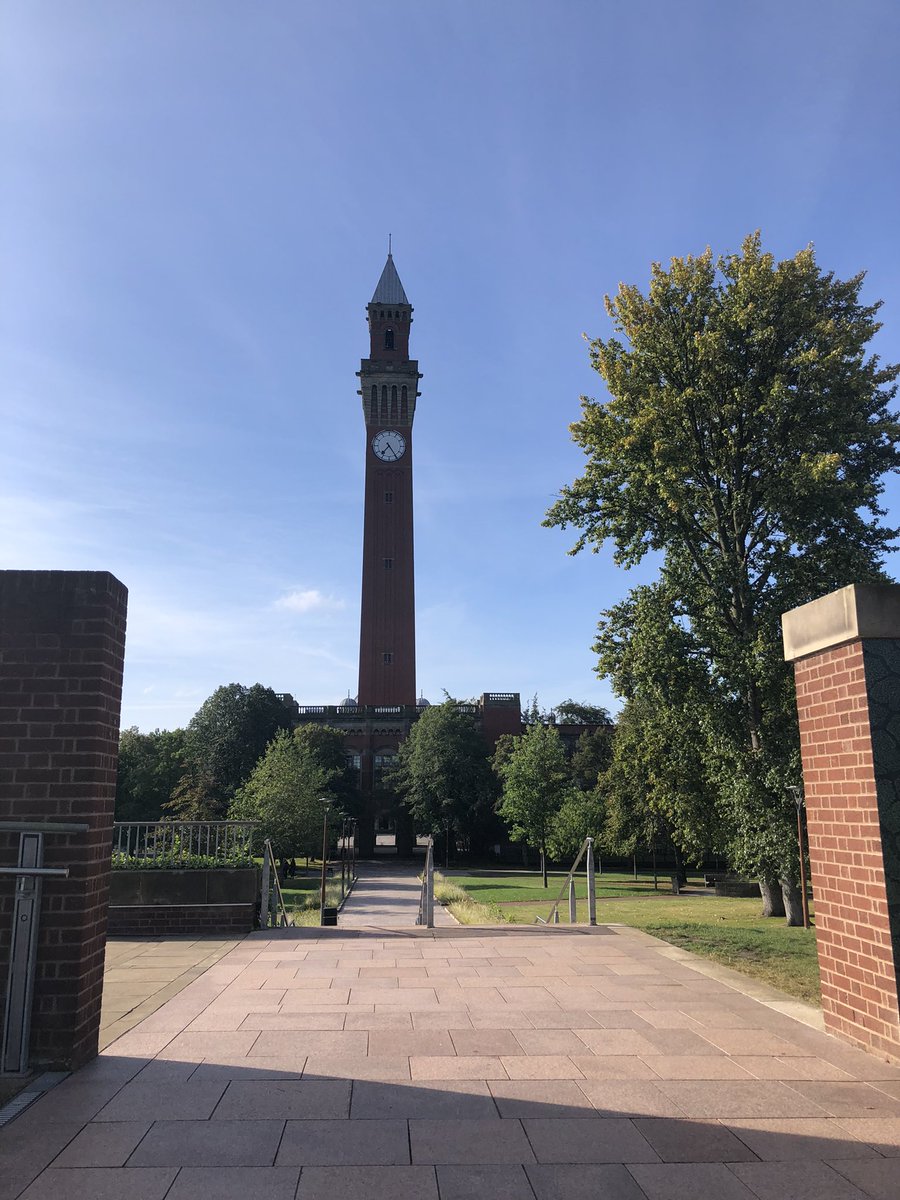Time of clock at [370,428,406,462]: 7:24
